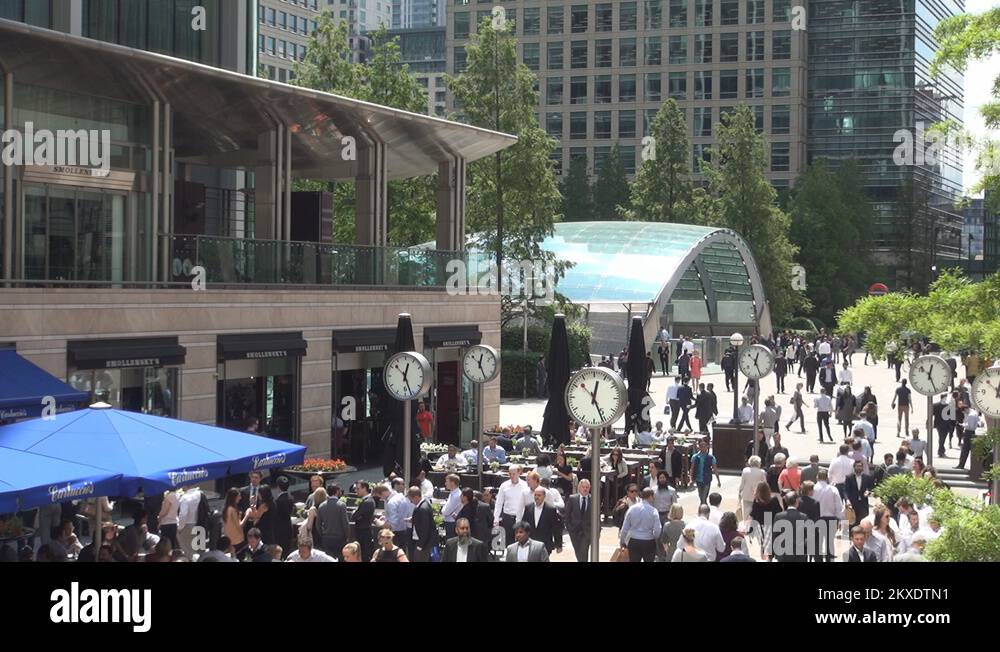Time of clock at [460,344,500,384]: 12:26
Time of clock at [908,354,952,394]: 12:26
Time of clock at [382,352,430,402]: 12:26
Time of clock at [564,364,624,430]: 12:26
